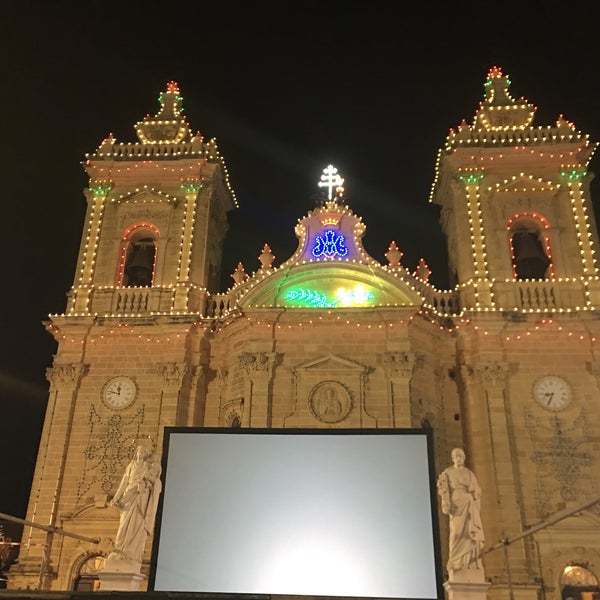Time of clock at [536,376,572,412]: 8:34
